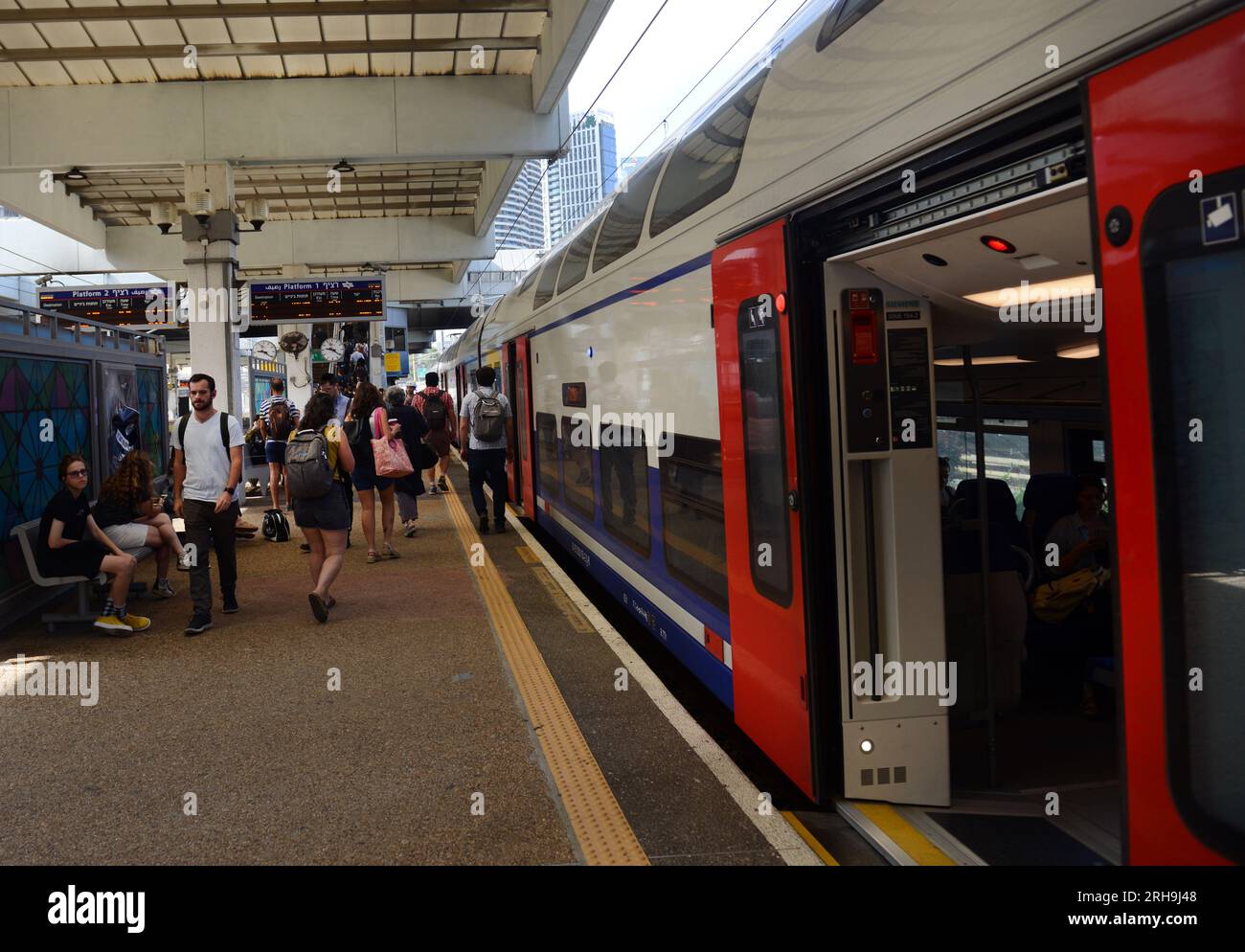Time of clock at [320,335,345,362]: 9:21
